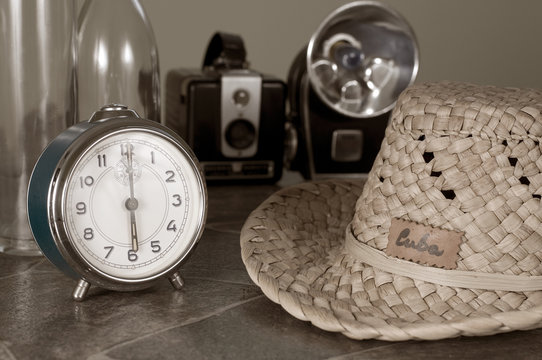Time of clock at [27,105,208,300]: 6:00
